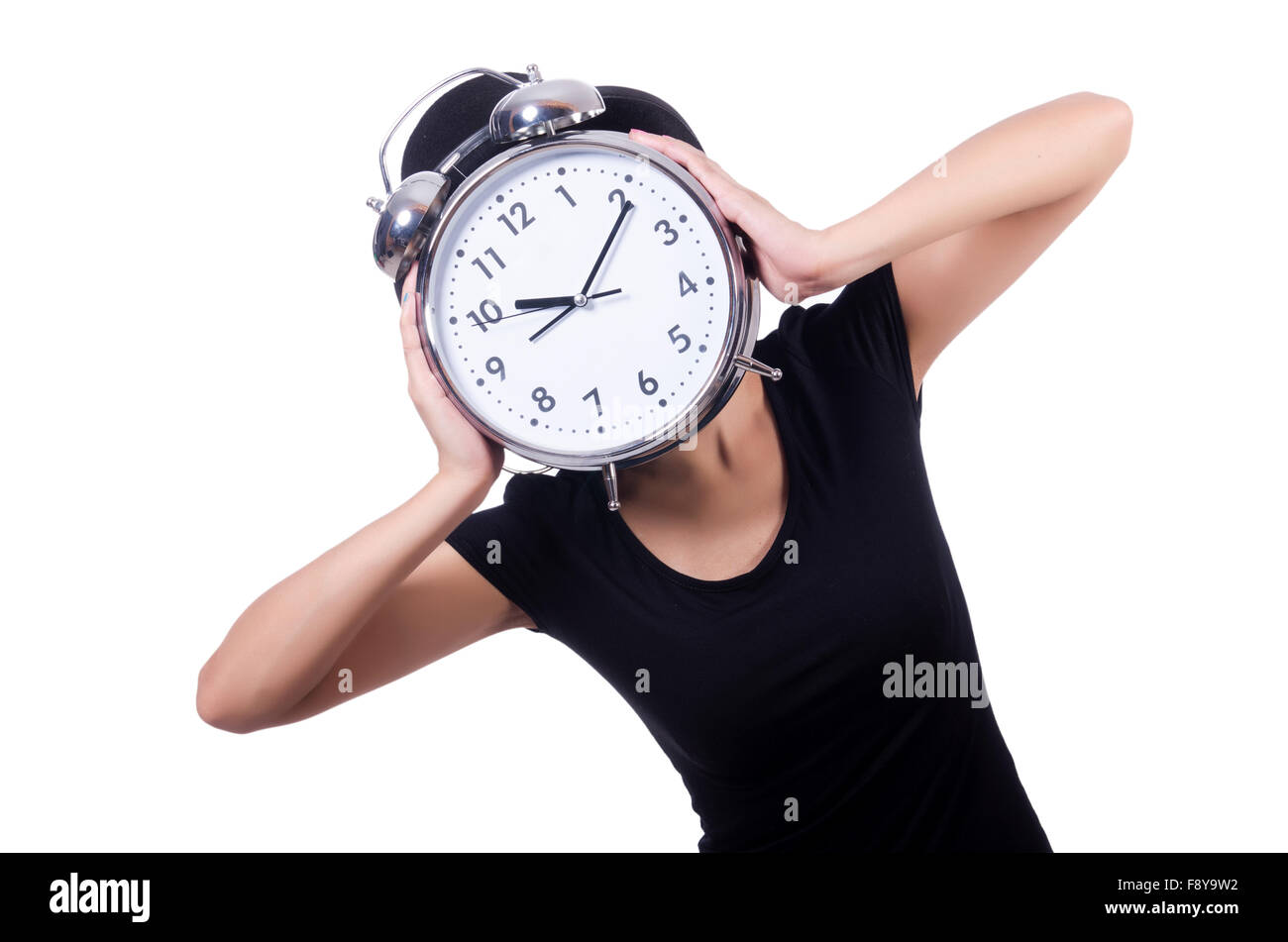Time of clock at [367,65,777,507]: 9:06
